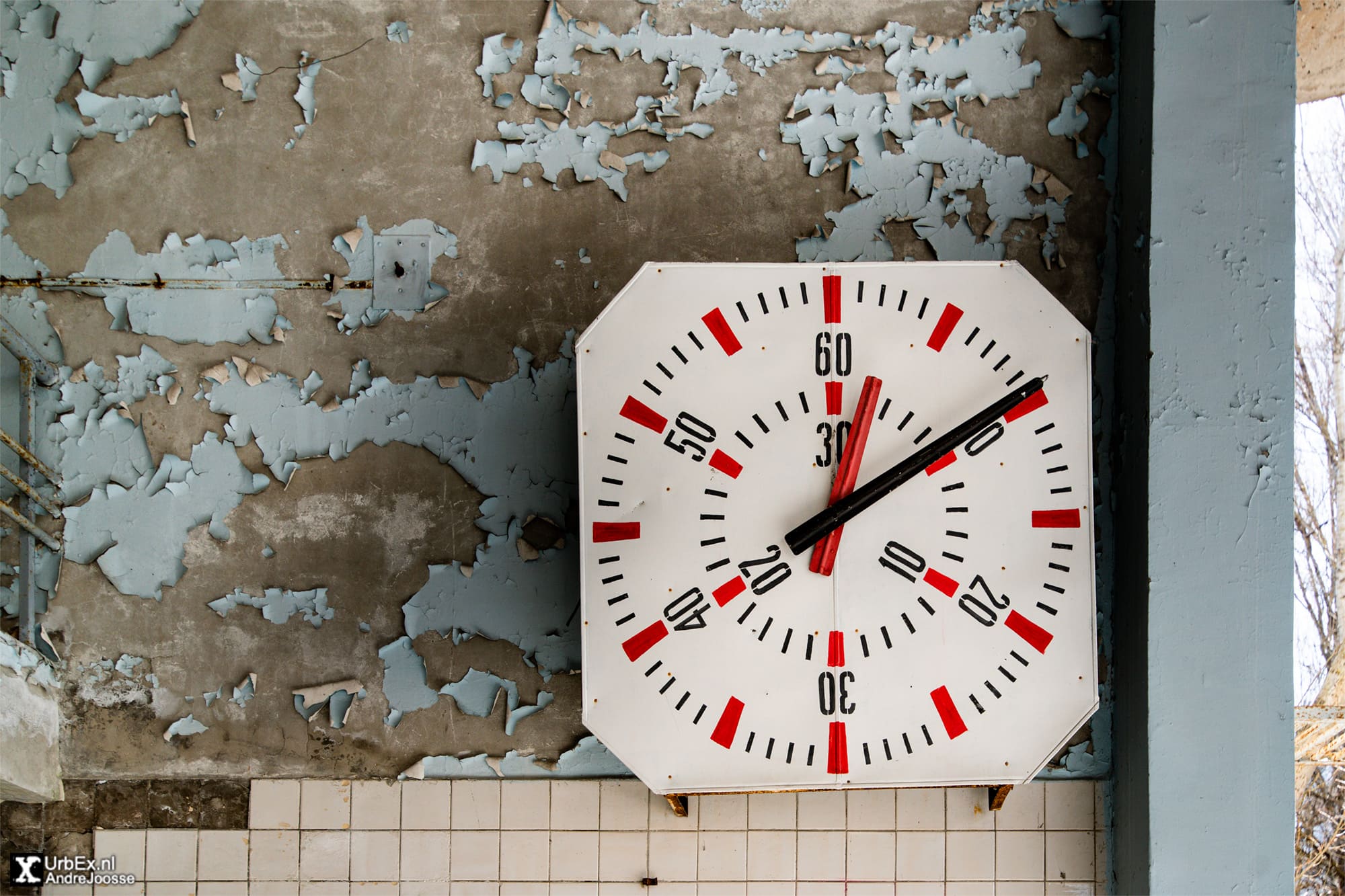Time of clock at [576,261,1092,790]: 12:09
